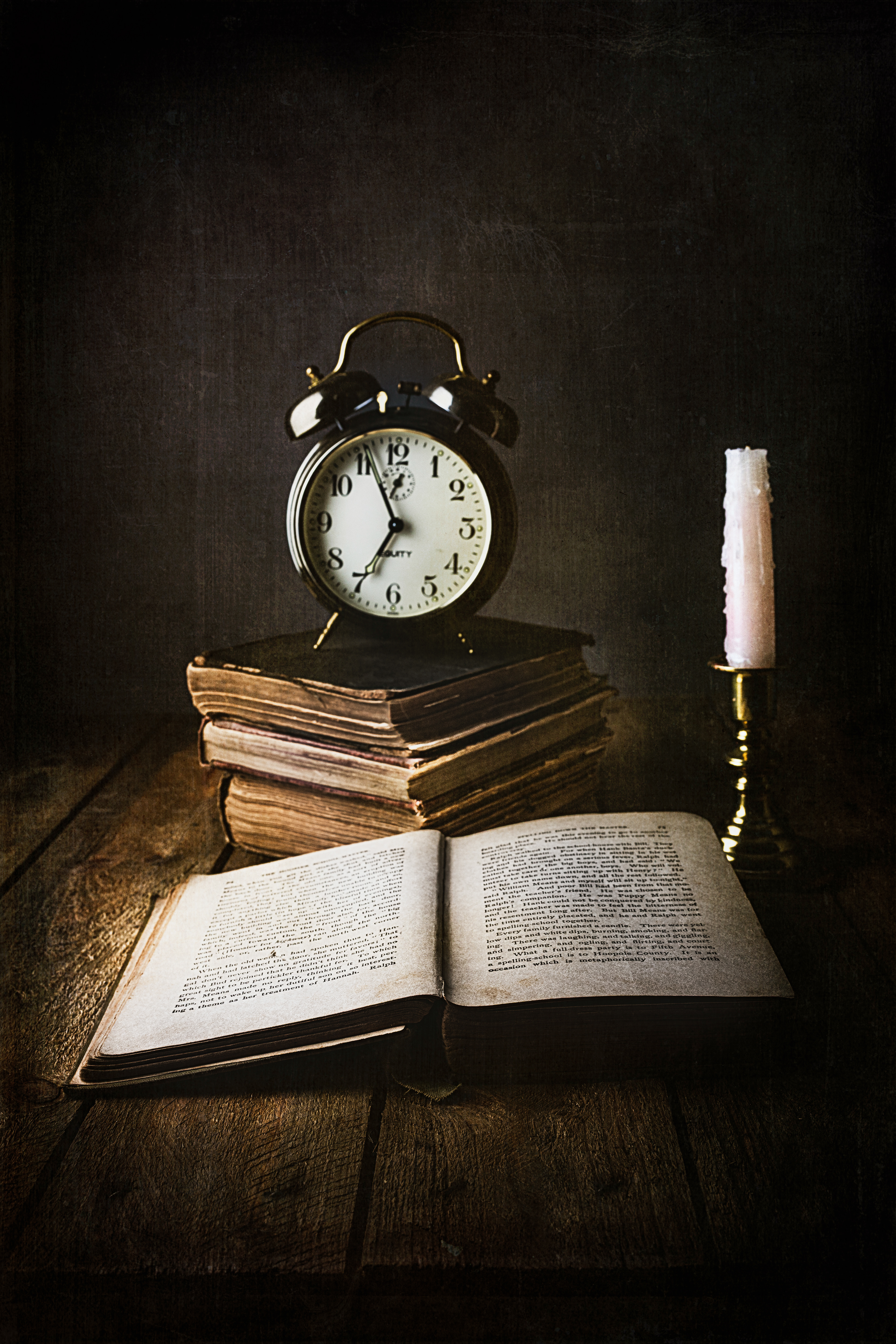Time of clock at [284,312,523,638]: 6:56
